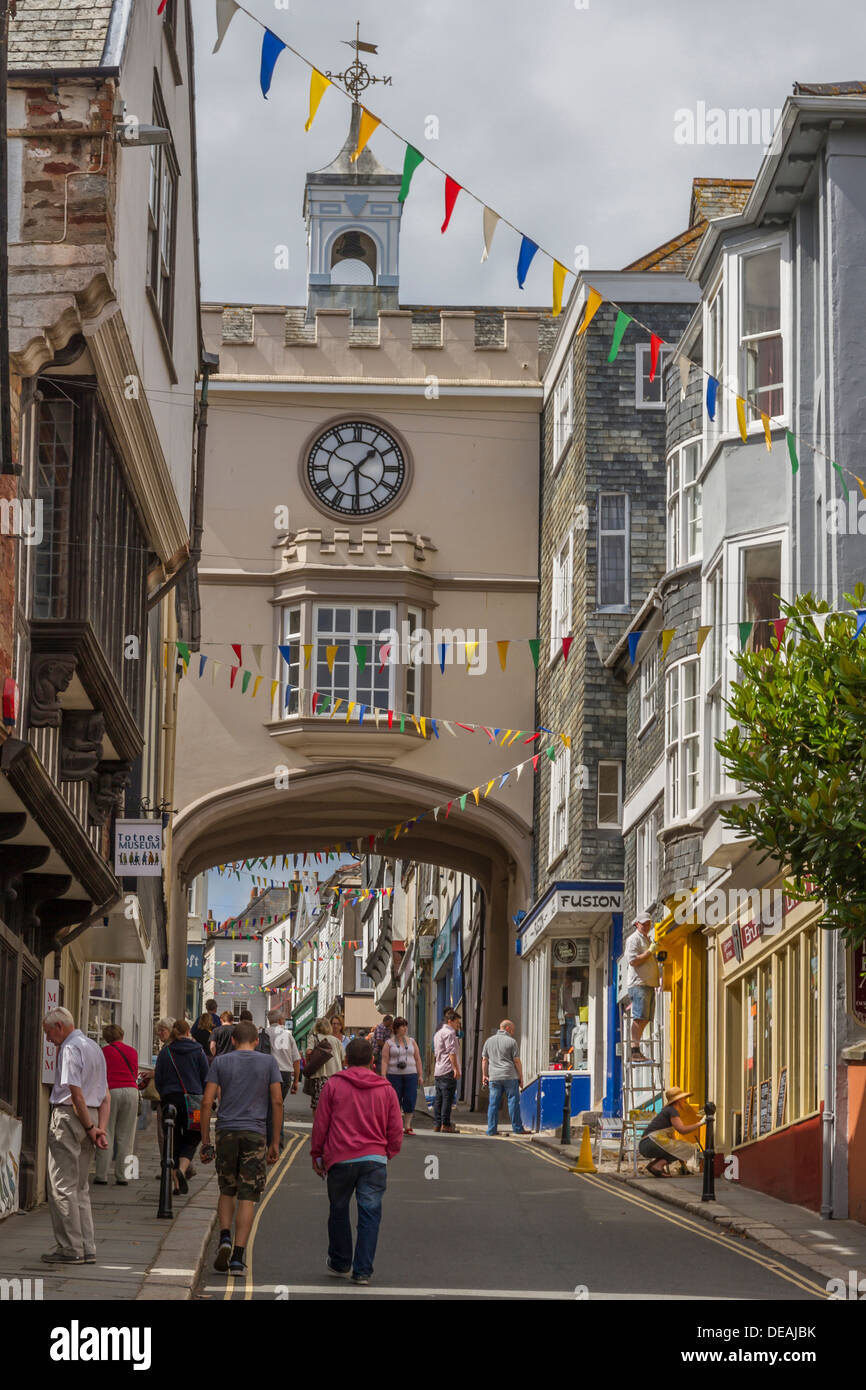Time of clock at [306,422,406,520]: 1:29
